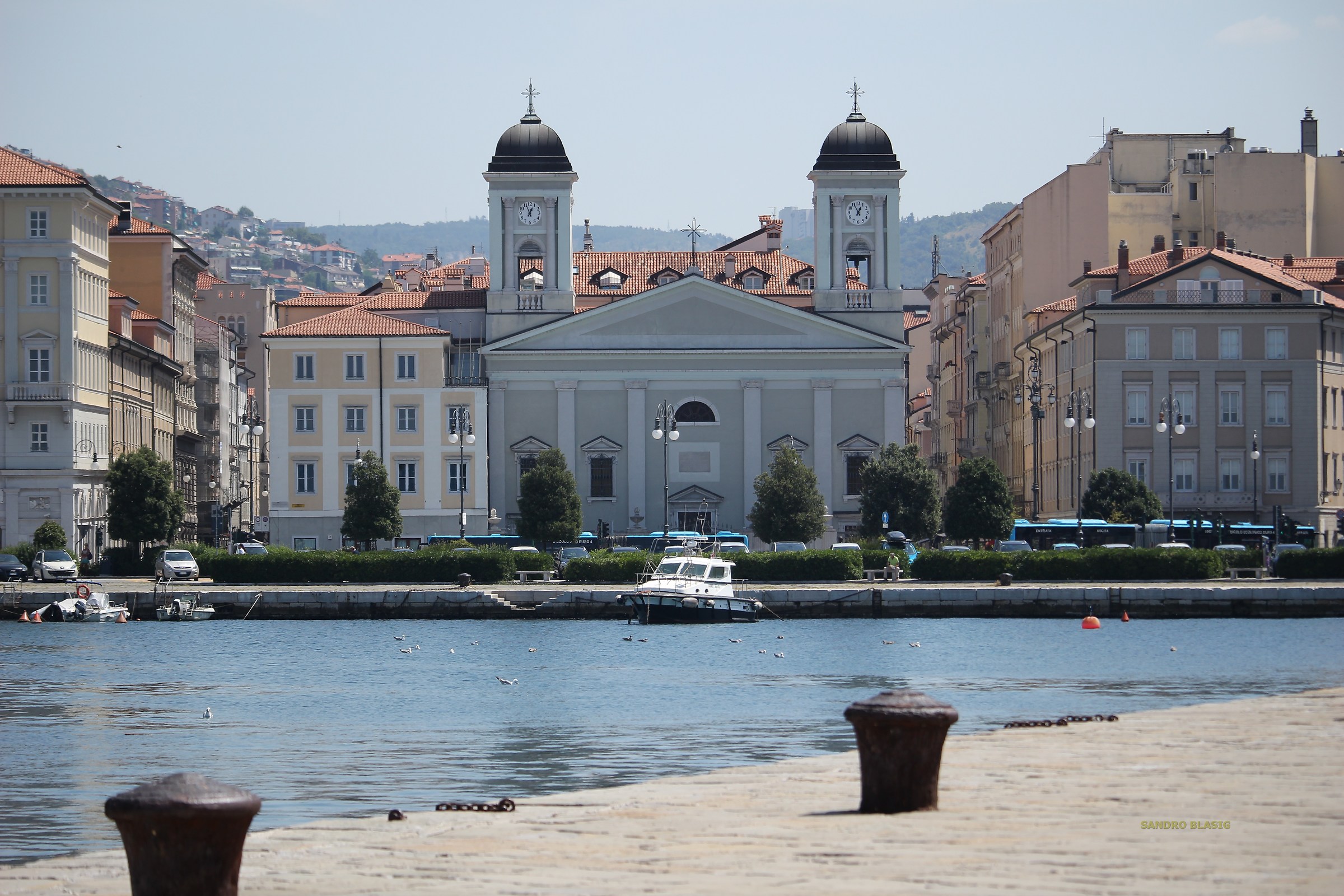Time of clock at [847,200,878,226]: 12:55
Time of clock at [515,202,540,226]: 12:55
